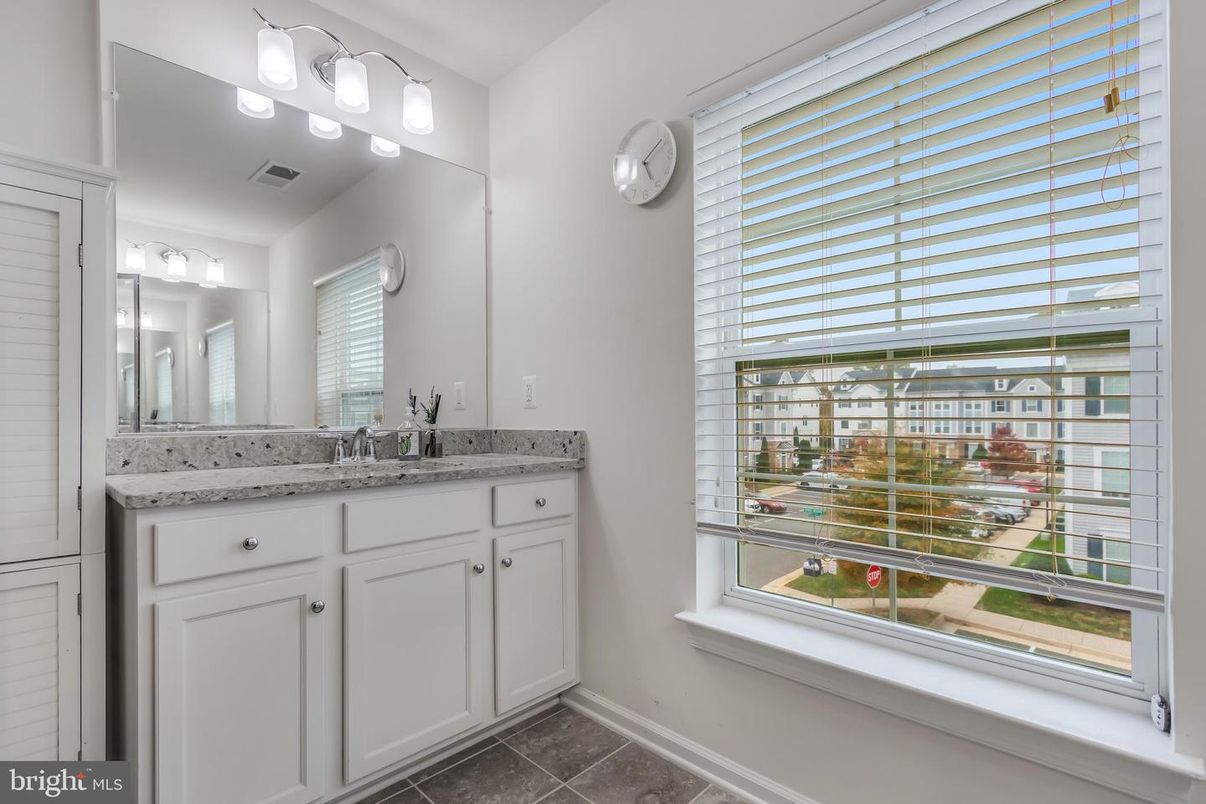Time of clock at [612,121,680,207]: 5:08
